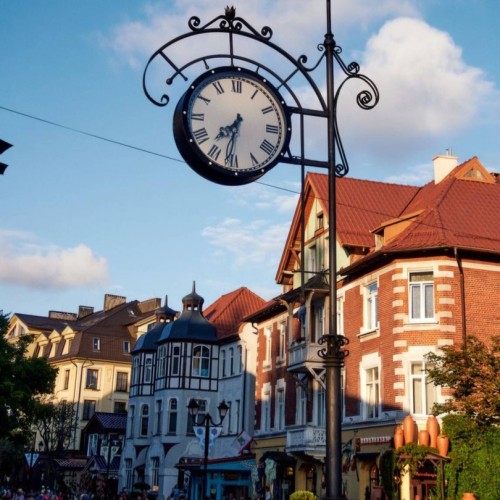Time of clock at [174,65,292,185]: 7:31
